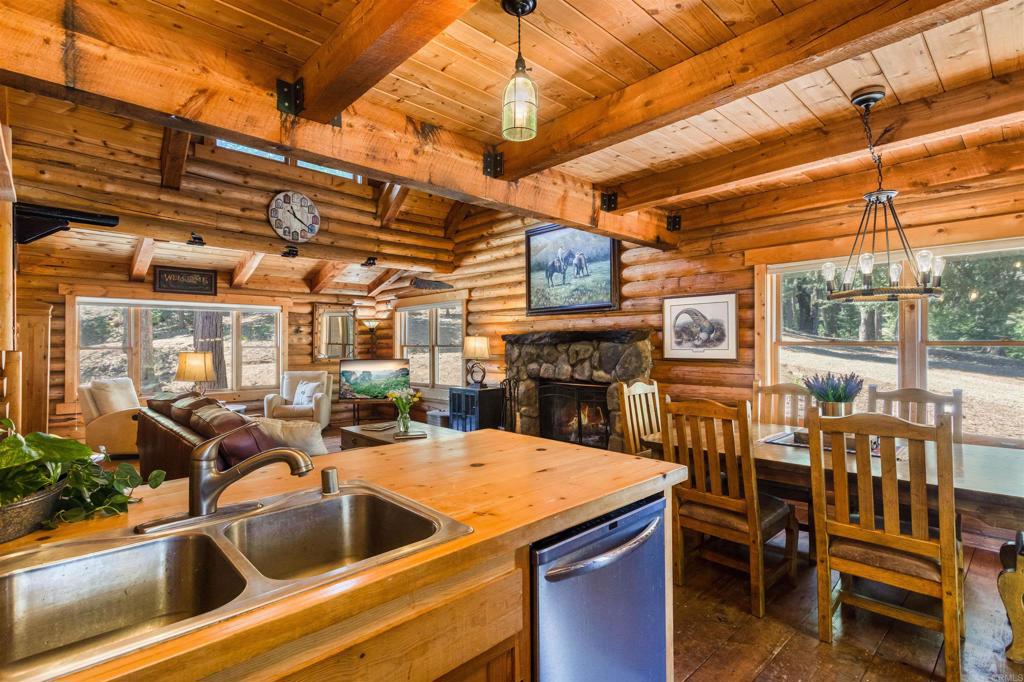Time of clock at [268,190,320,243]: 11:21
